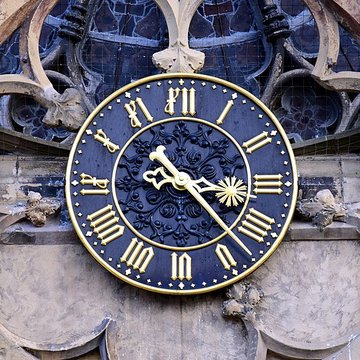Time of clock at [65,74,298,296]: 3:22
